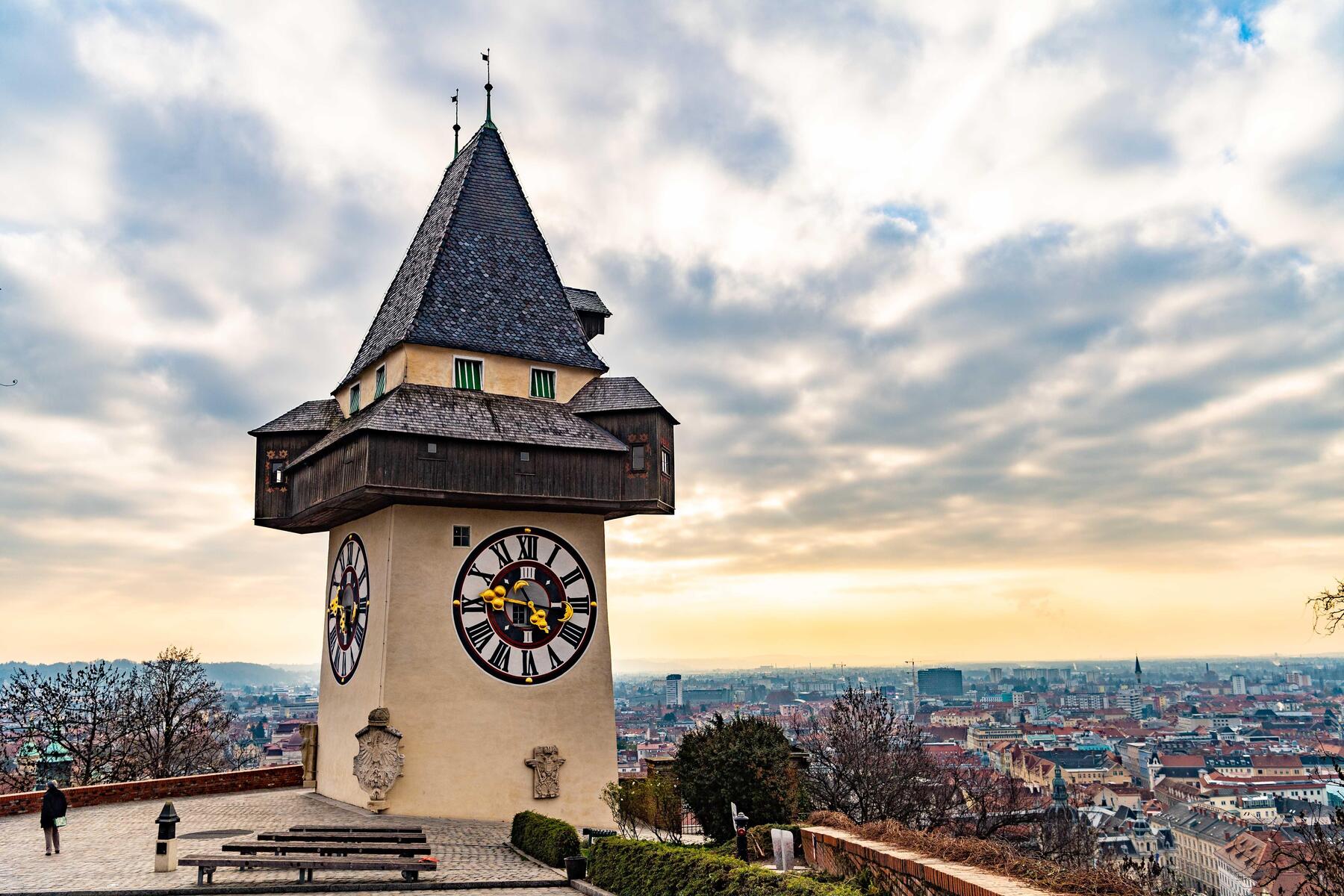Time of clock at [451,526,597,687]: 4:46
